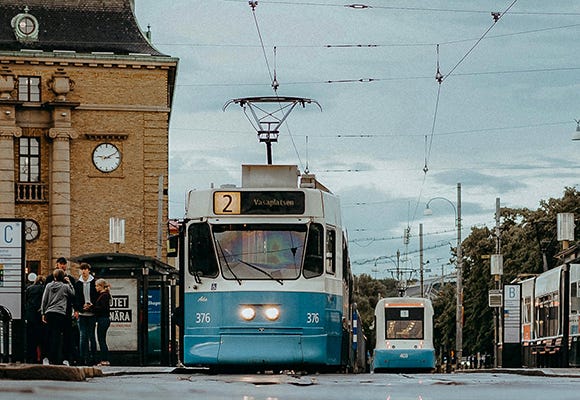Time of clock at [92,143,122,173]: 9:10
